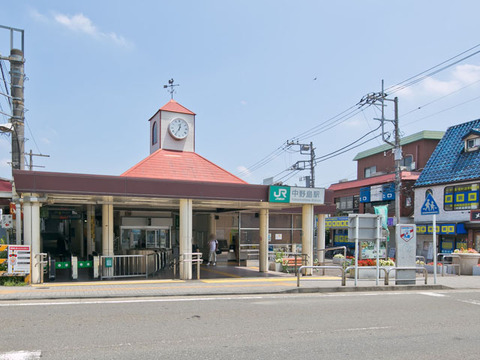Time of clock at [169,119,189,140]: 12:35
